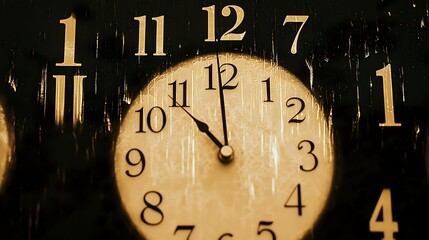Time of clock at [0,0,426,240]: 10:59
